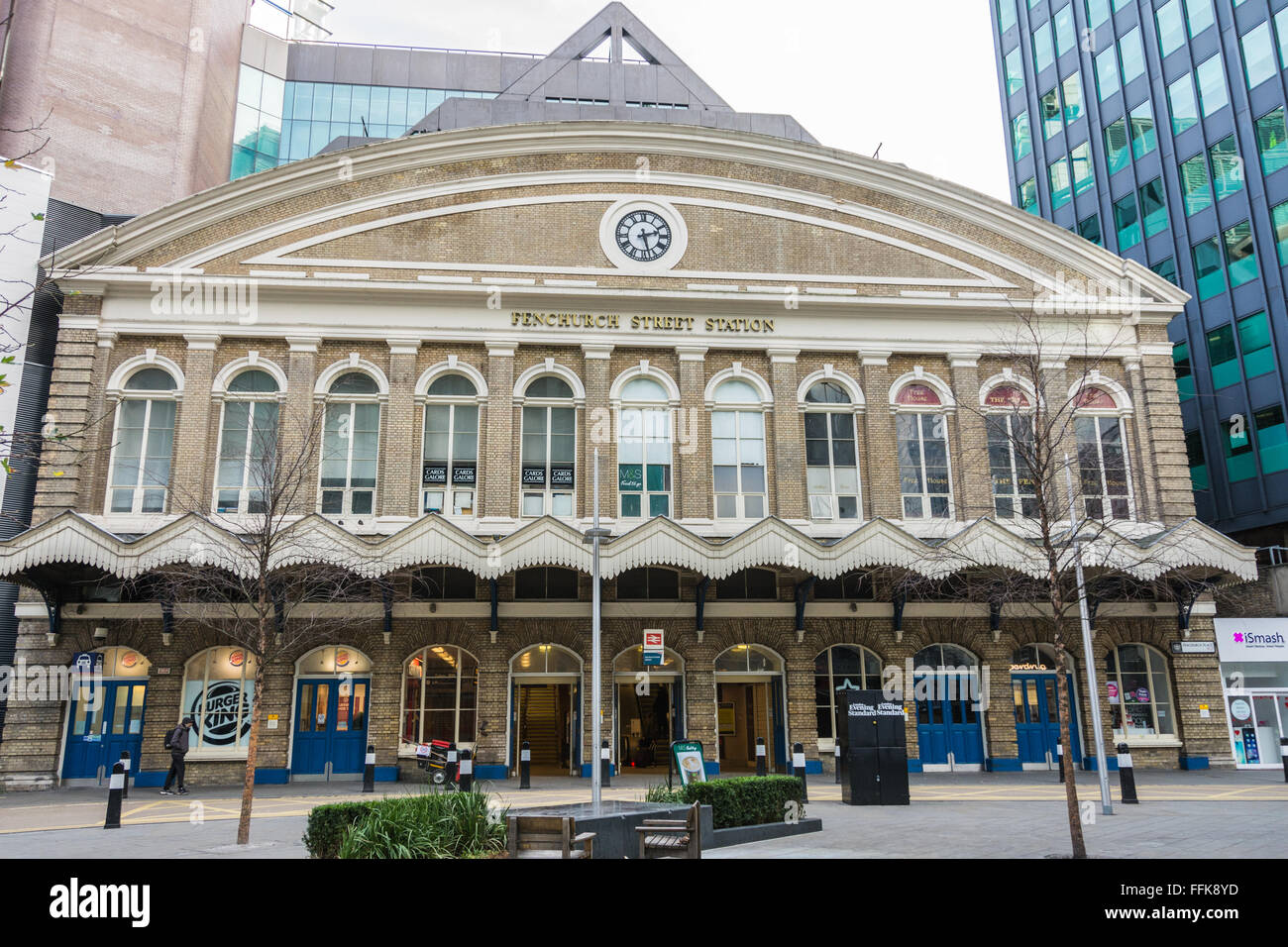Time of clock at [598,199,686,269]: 2:27
